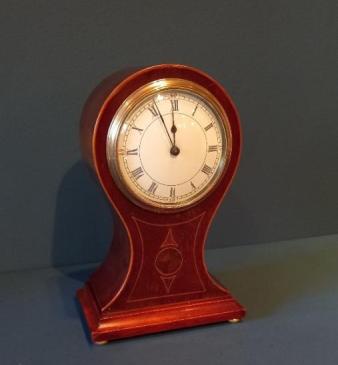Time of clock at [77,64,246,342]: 11:55
